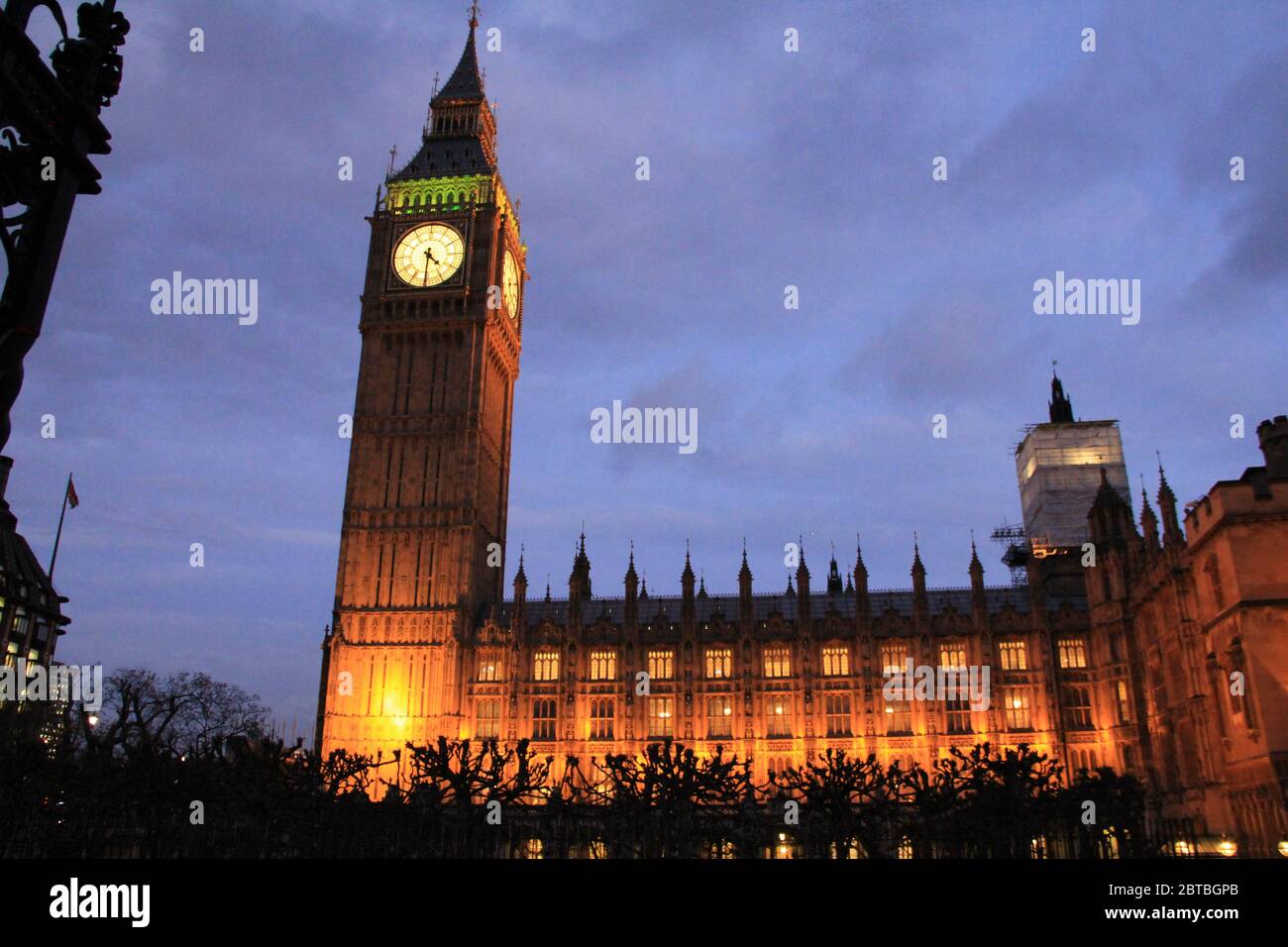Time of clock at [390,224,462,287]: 4:30
